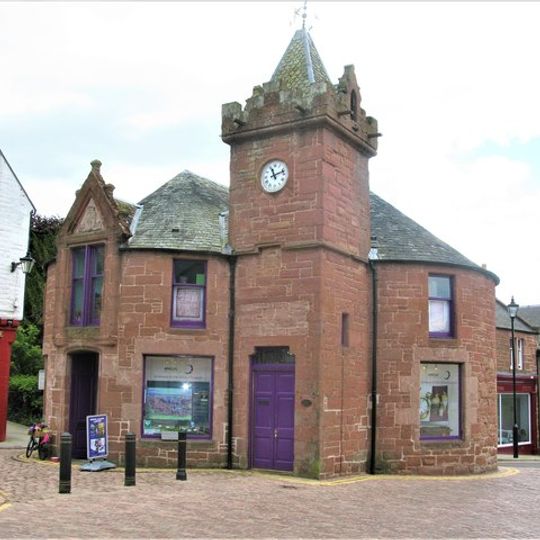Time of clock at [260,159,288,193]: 11:12
